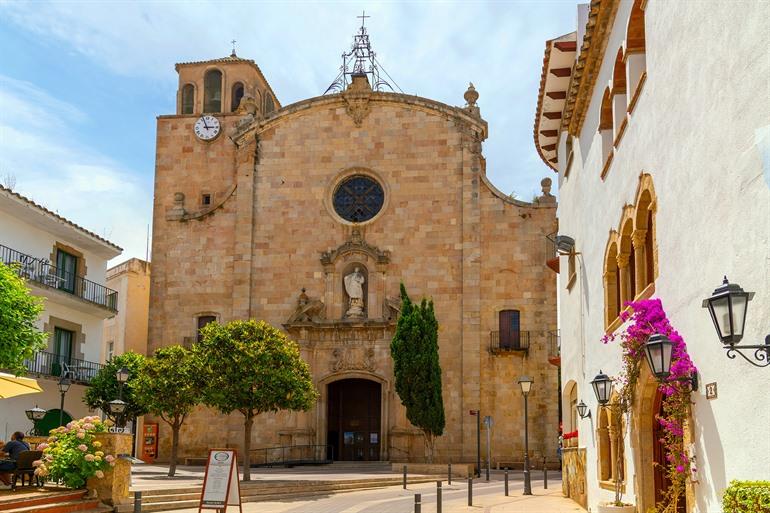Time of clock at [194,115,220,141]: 2:56
